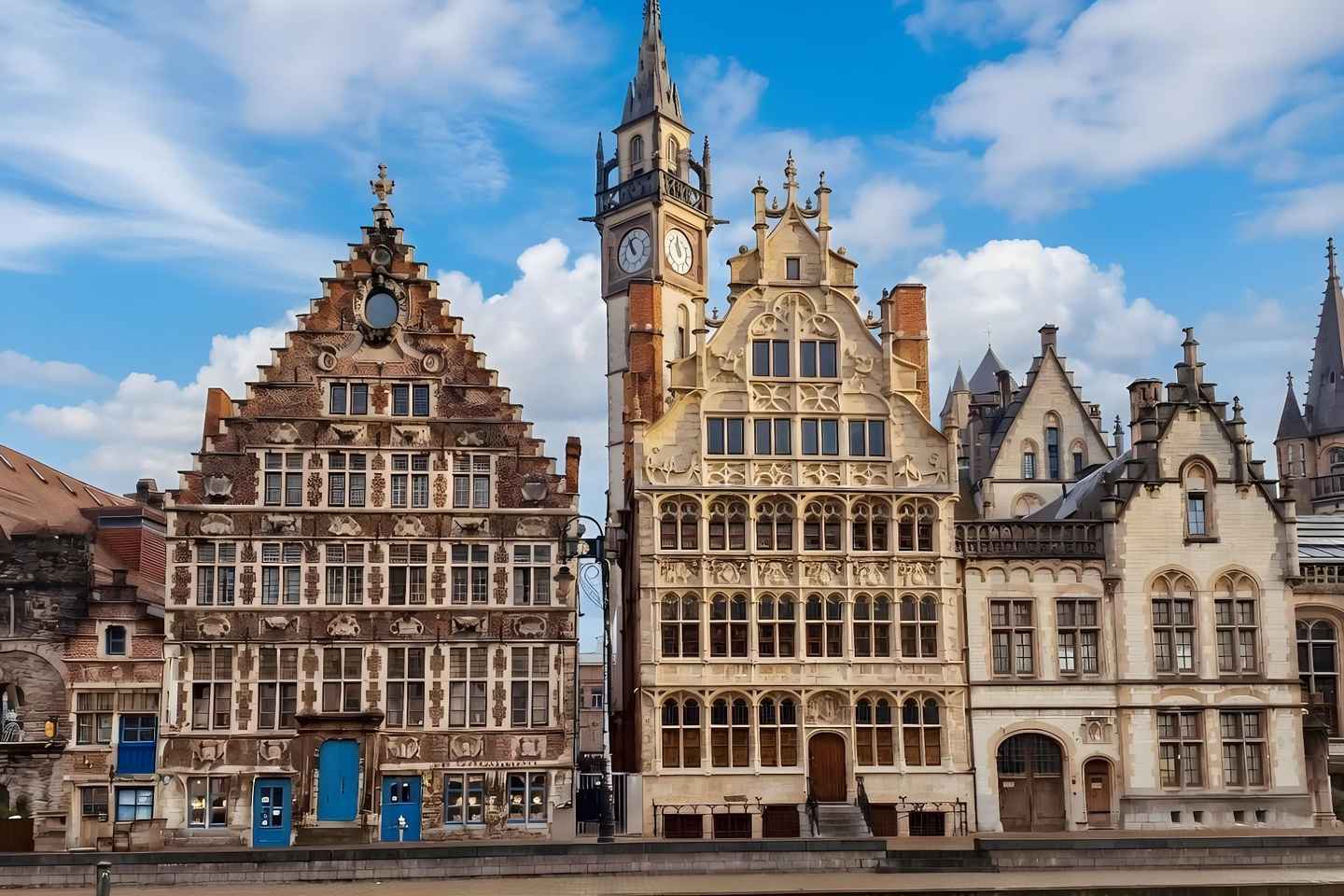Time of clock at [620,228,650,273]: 10:56
